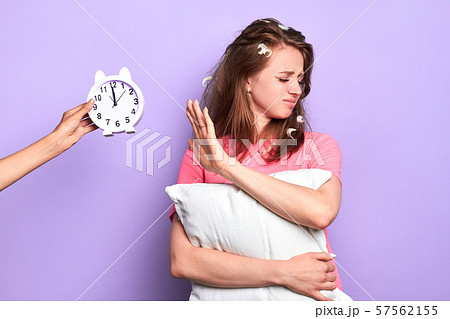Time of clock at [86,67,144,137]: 11:59
